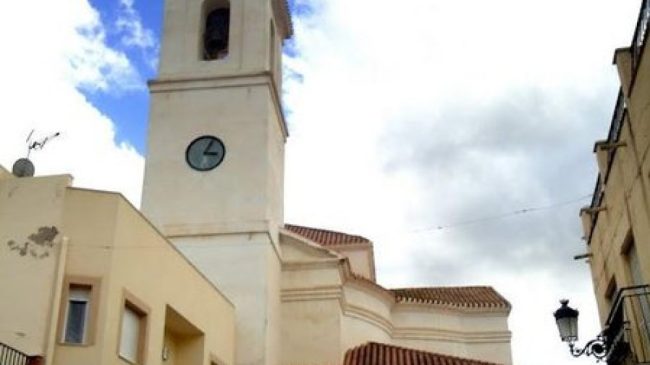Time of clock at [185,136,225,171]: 3:04
